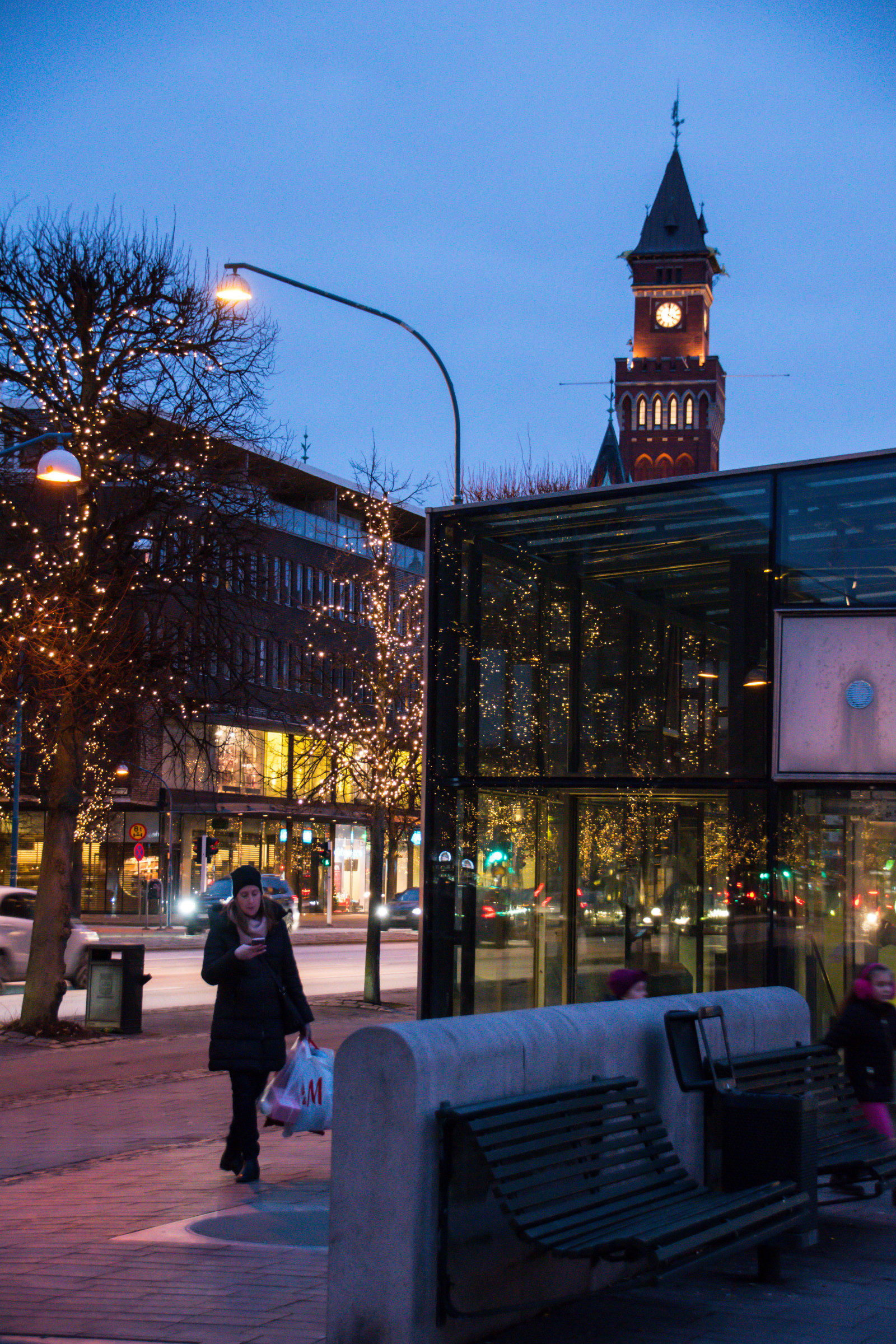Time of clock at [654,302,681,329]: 4:01
